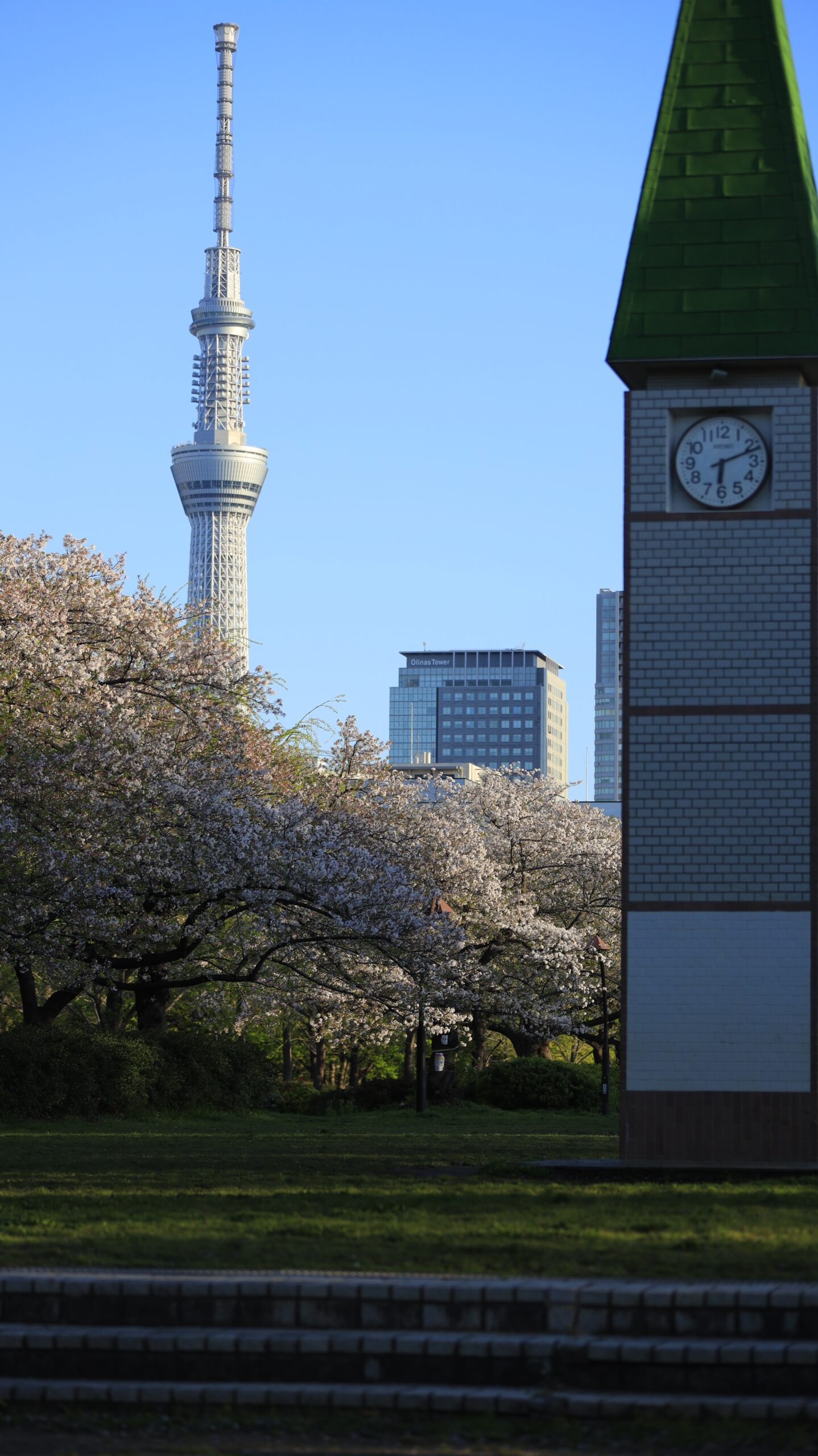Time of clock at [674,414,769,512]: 6:11
